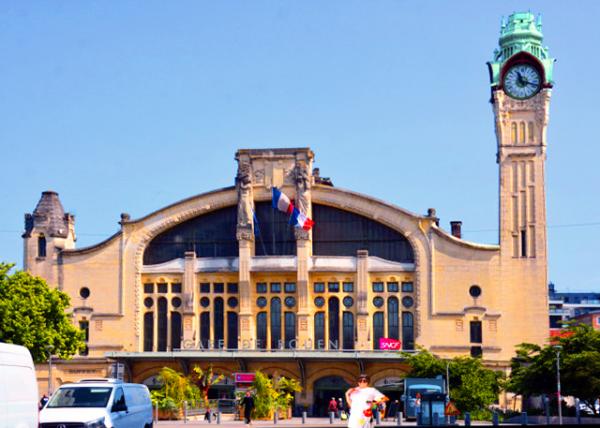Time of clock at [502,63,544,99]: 11:17
